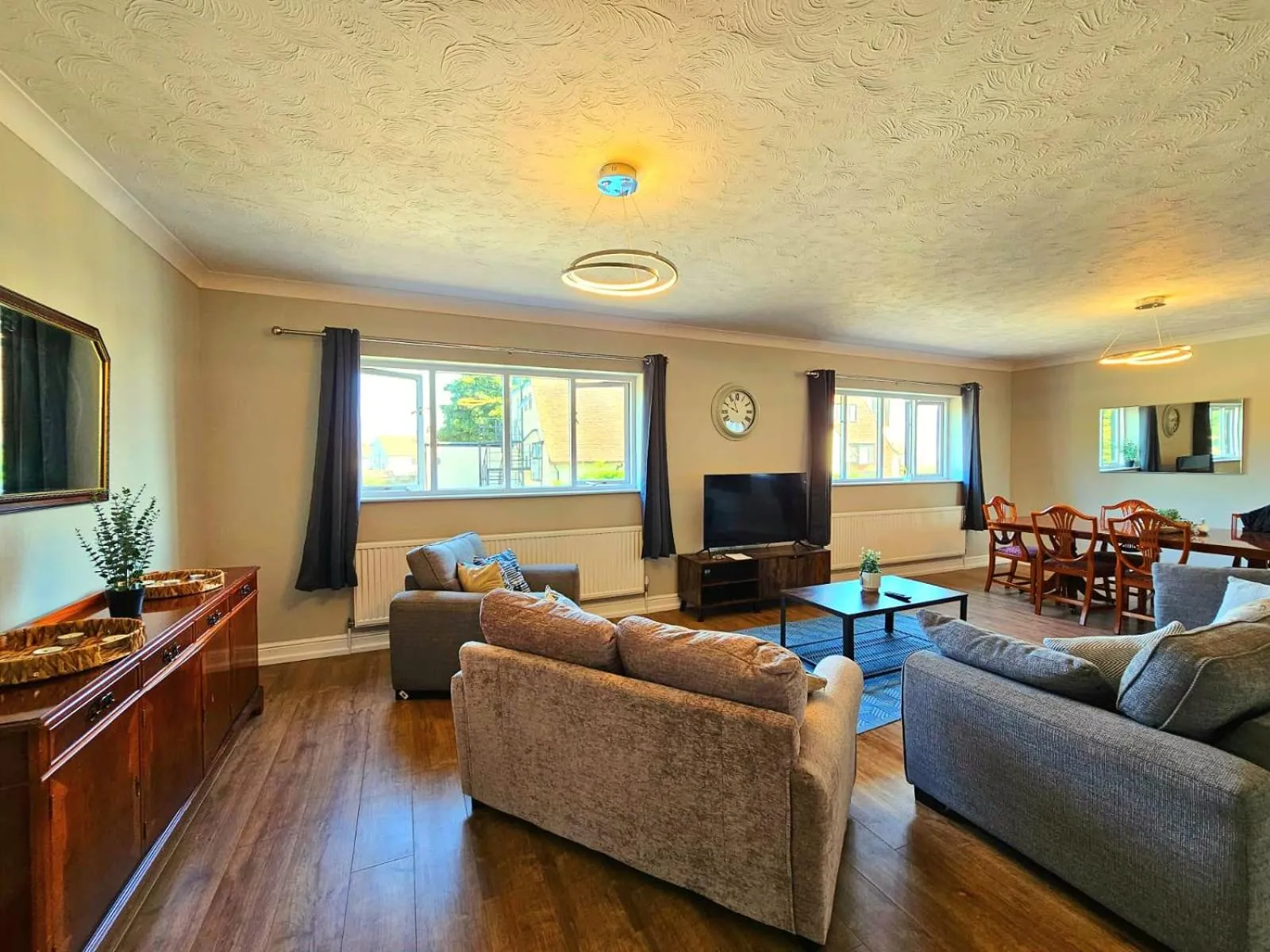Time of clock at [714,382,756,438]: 9:57
